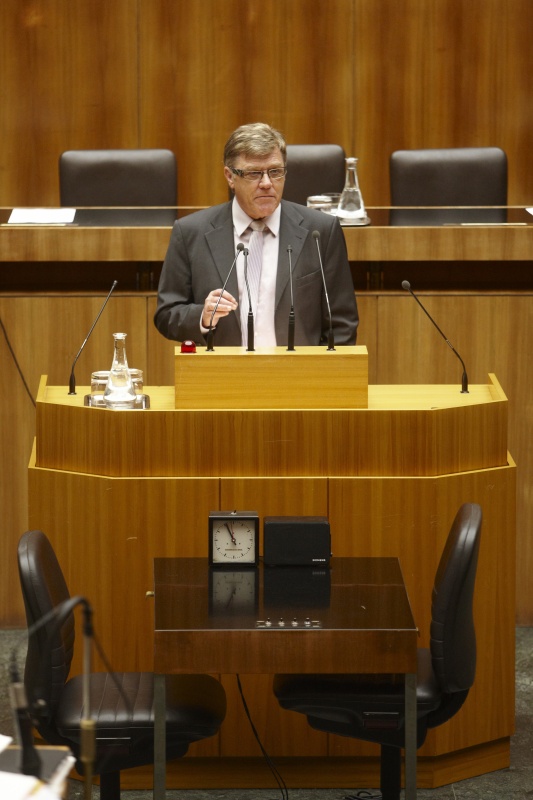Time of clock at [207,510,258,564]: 10:56
